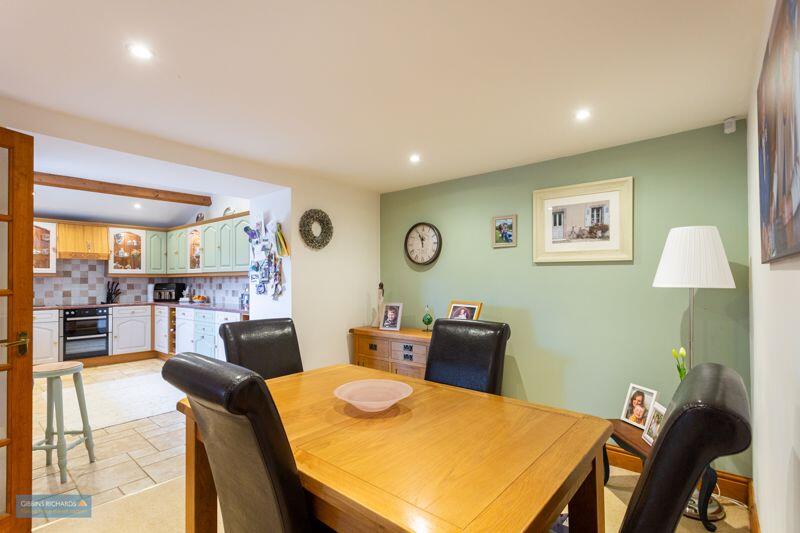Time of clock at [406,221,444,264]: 11:55
